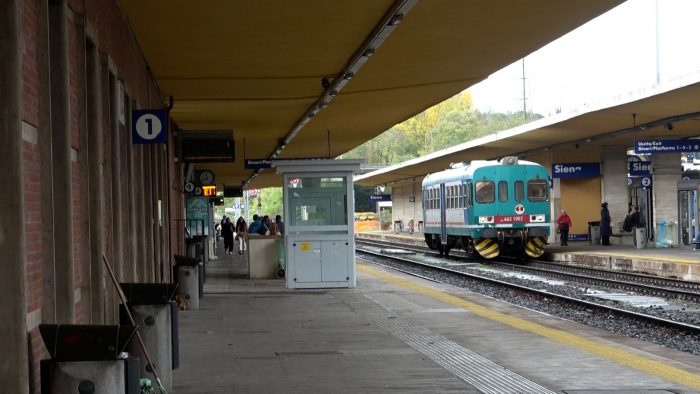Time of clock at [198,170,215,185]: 11:42
